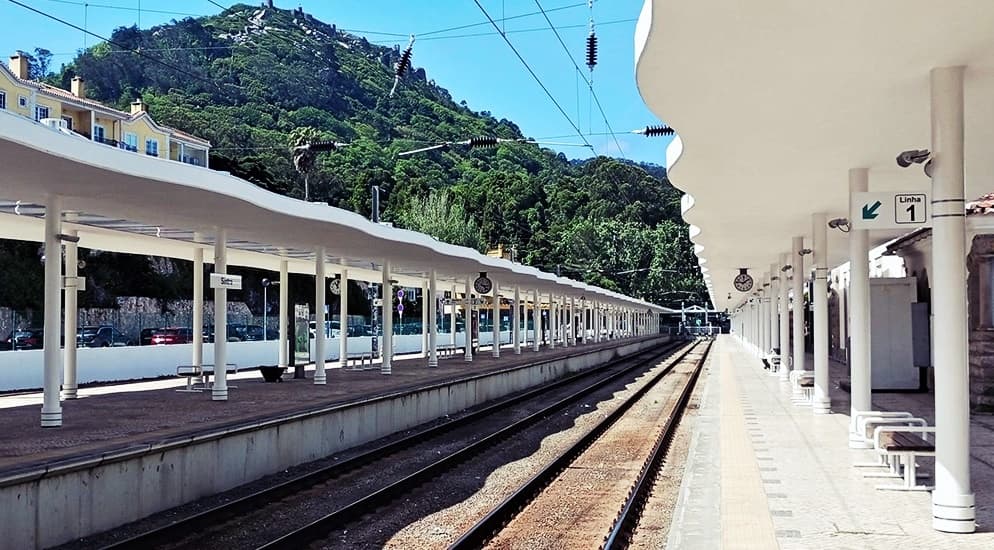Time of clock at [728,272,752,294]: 1:46
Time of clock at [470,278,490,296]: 3:22
